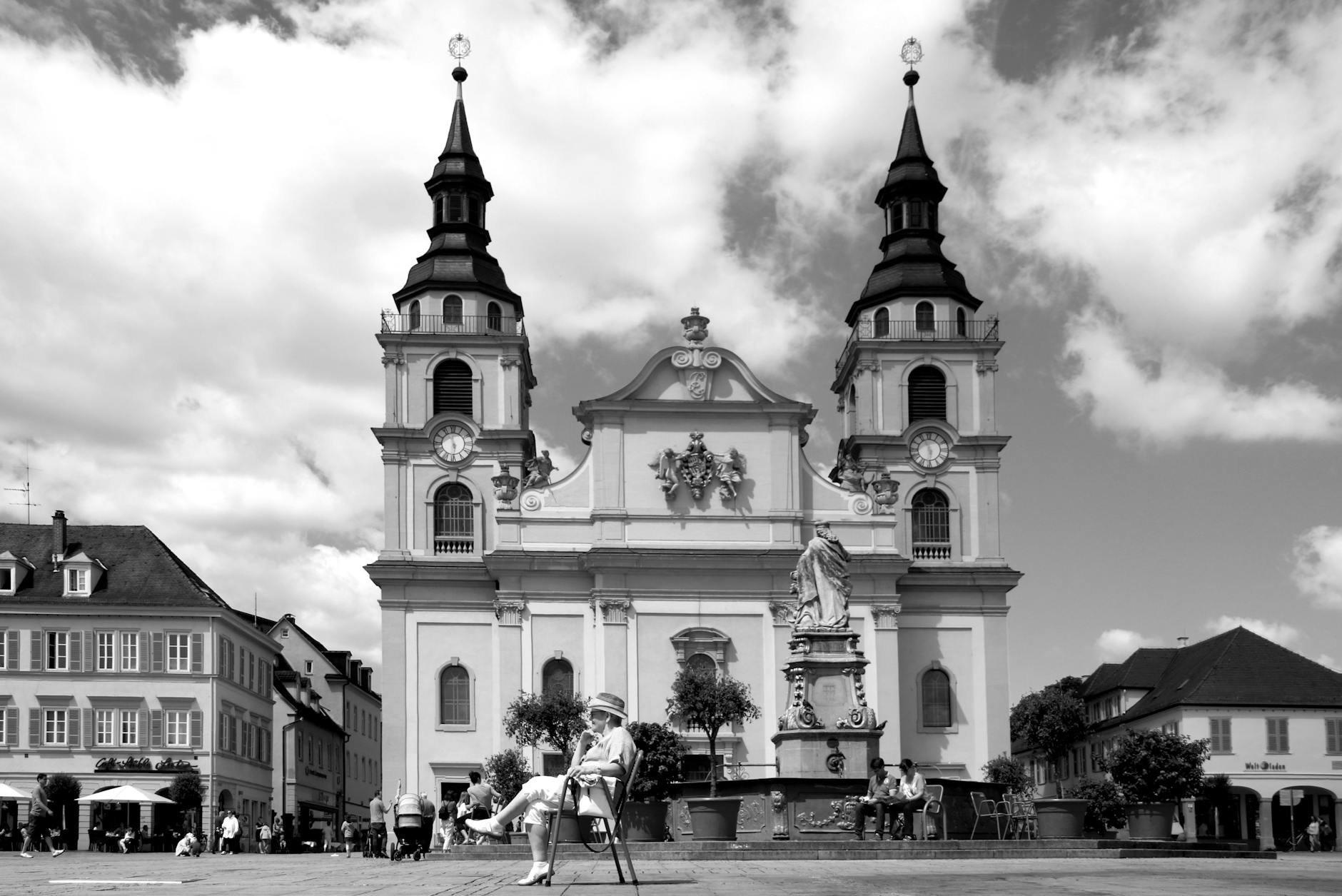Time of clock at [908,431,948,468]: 5:57
